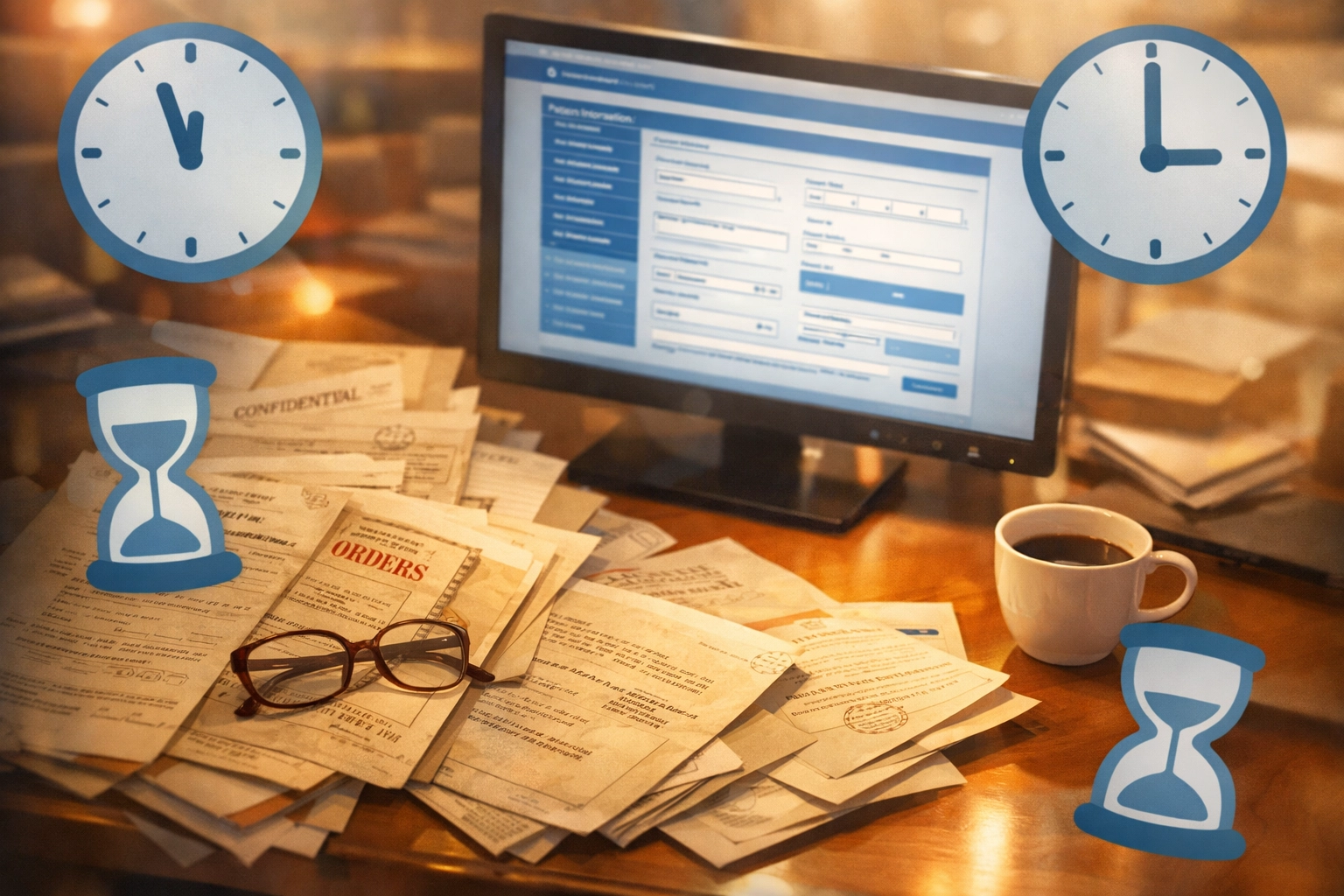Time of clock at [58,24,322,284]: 11:56
